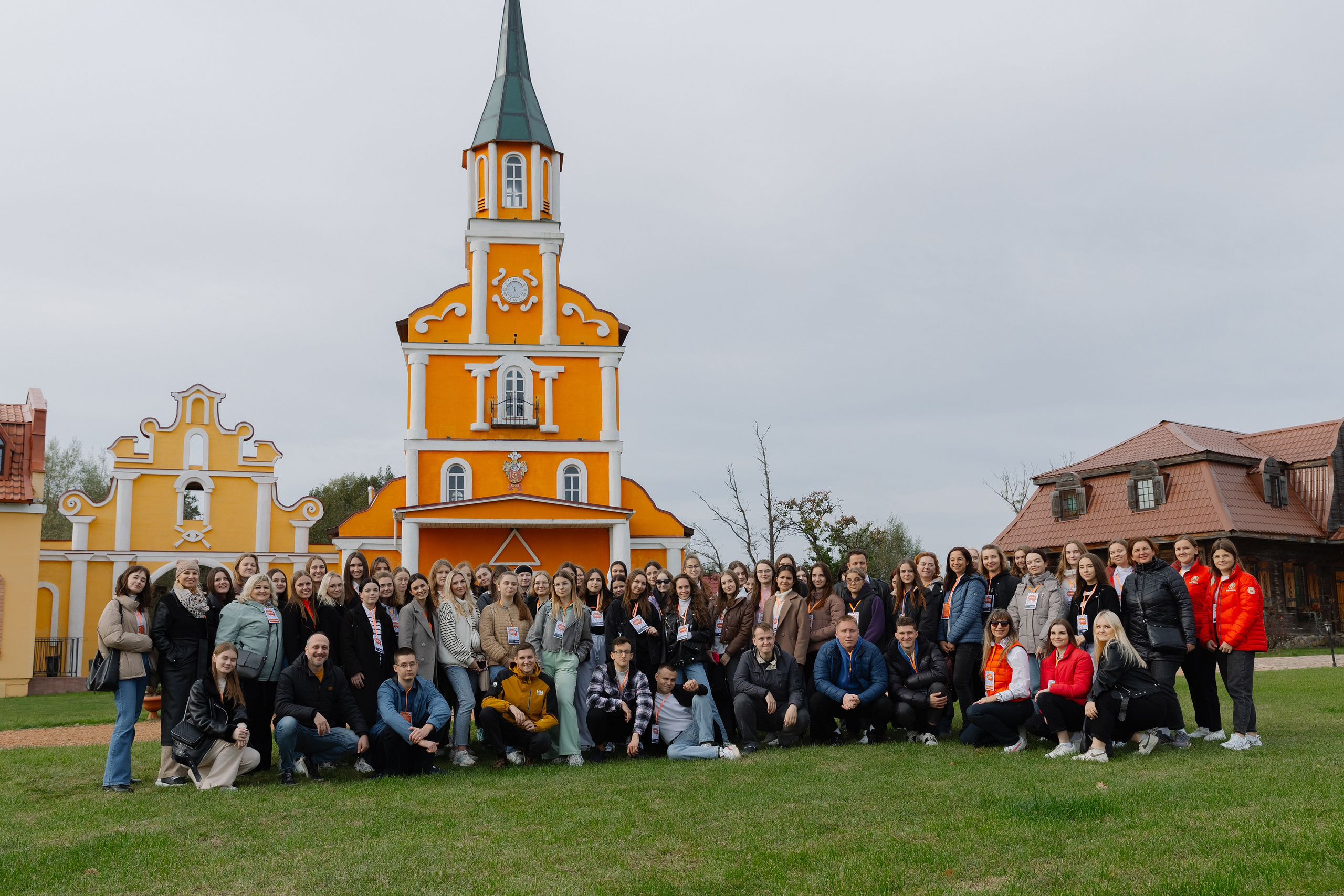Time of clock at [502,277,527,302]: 11:55
